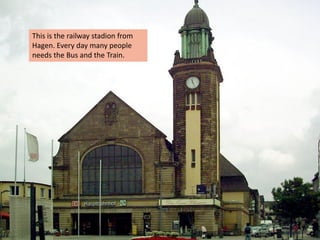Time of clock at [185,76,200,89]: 11:25
